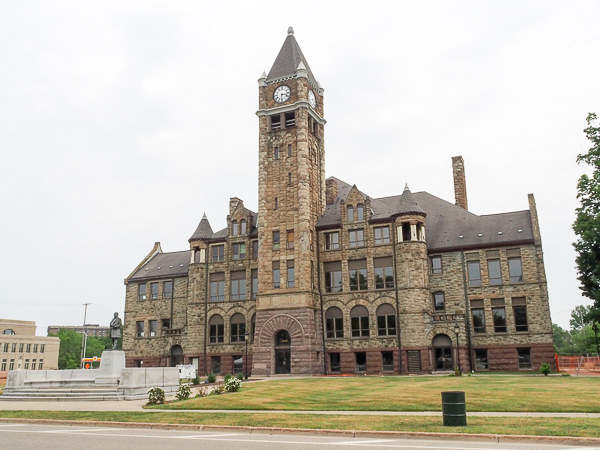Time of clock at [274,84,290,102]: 3:30
